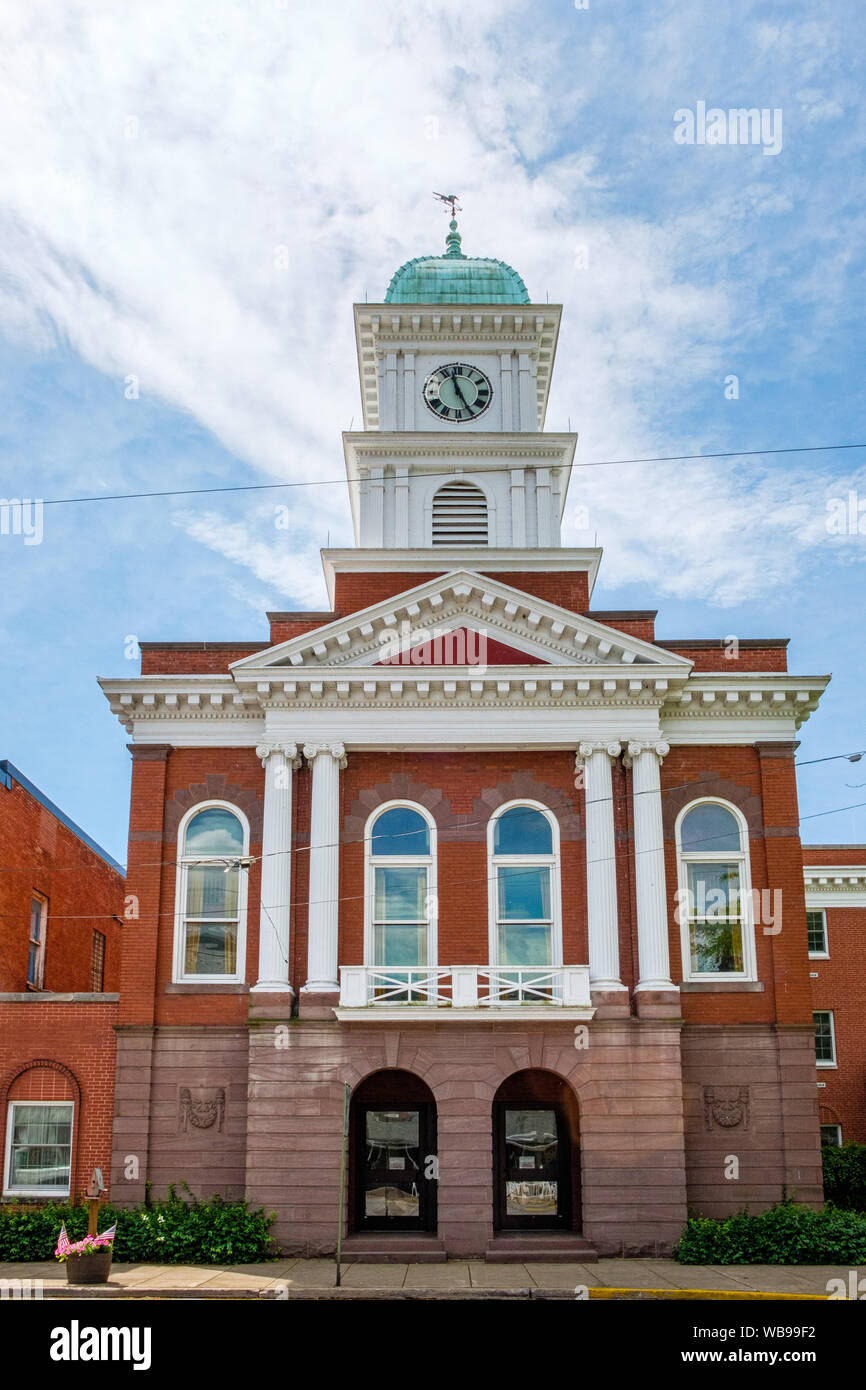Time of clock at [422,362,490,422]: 11:25
